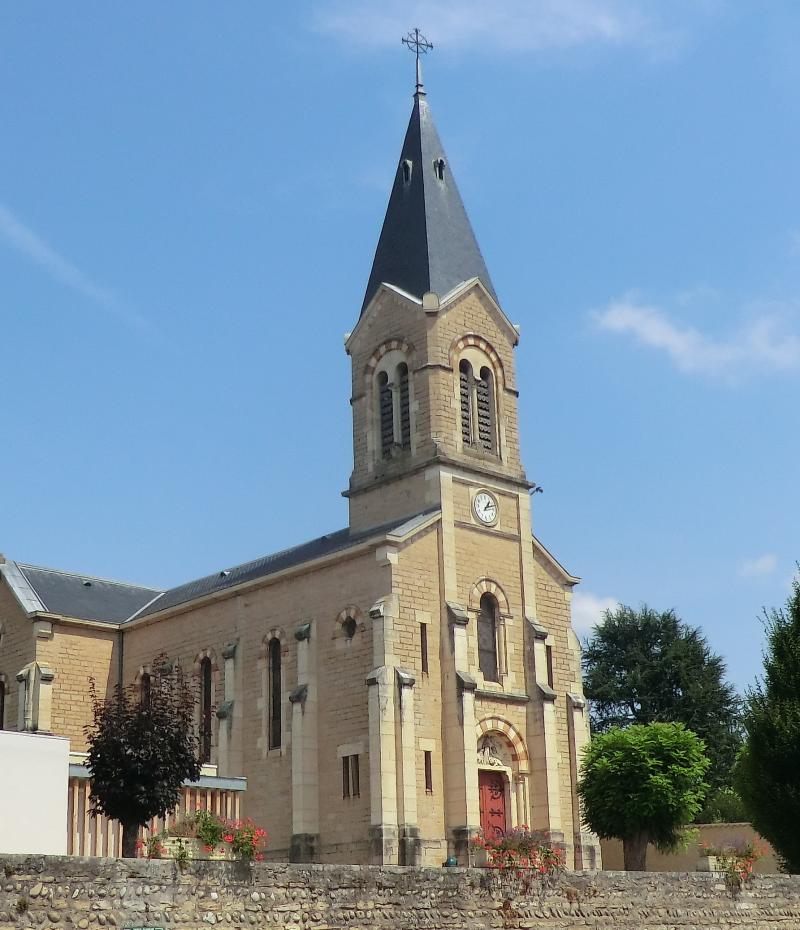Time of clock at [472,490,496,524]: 1:11
